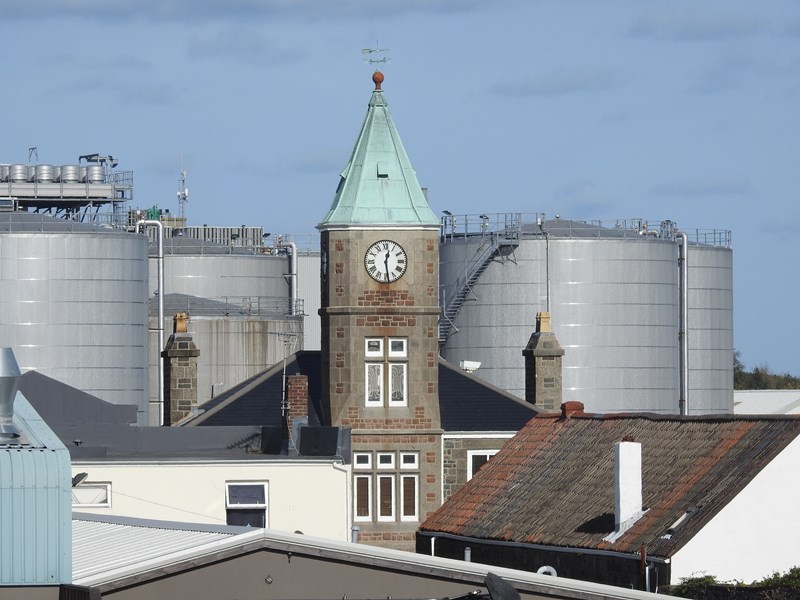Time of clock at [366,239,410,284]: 12:28
